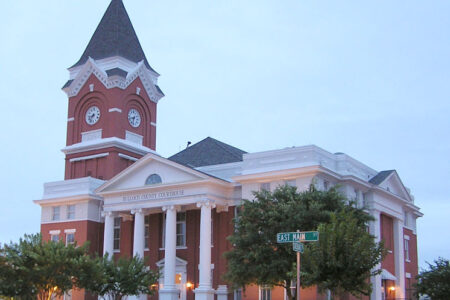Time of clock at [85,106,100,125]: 8:36
